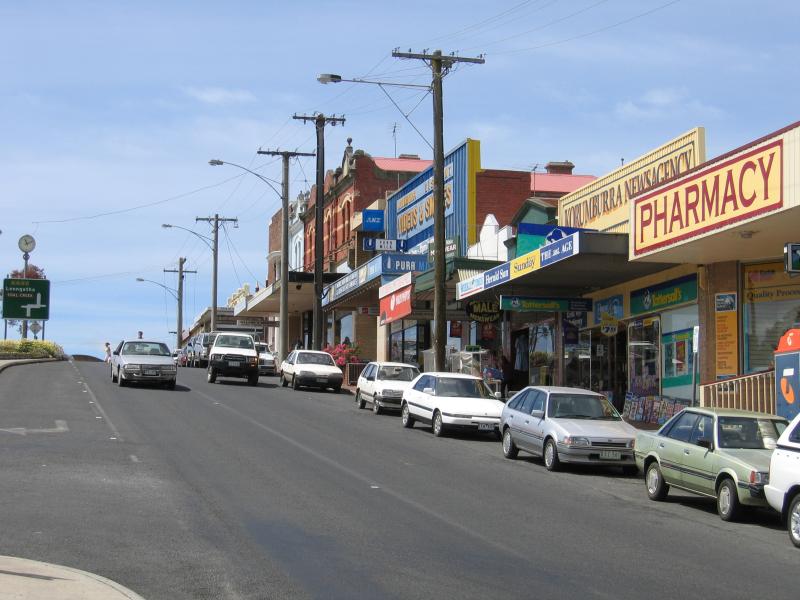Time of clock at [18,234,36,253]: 11:11
